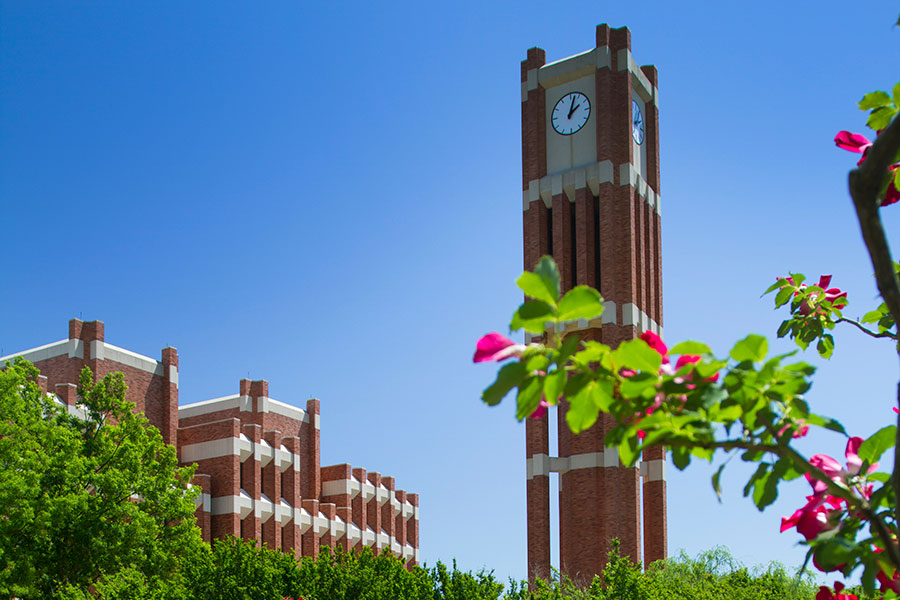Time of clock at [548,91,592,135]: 2:02
